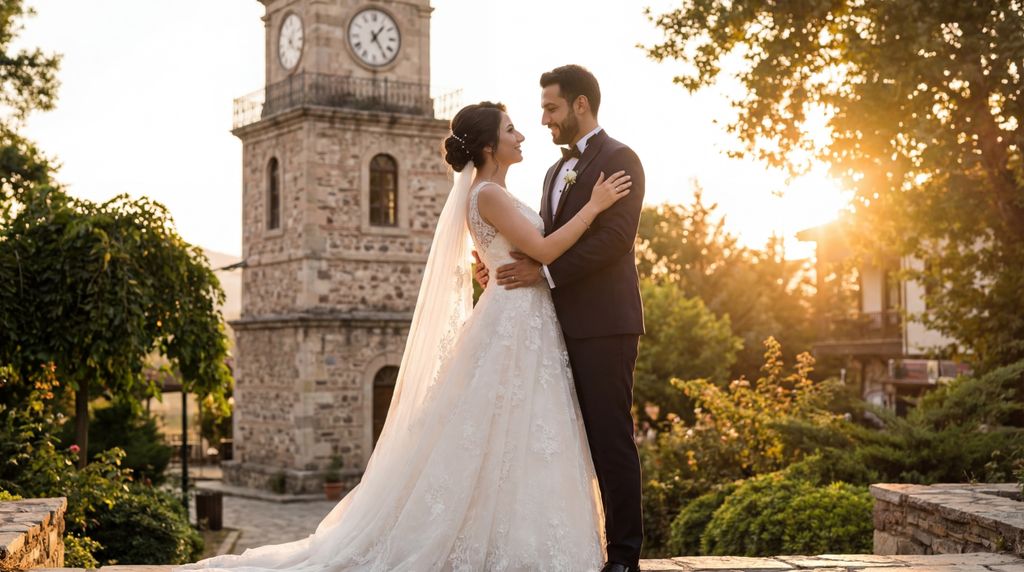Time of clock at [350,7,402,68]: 1:24
